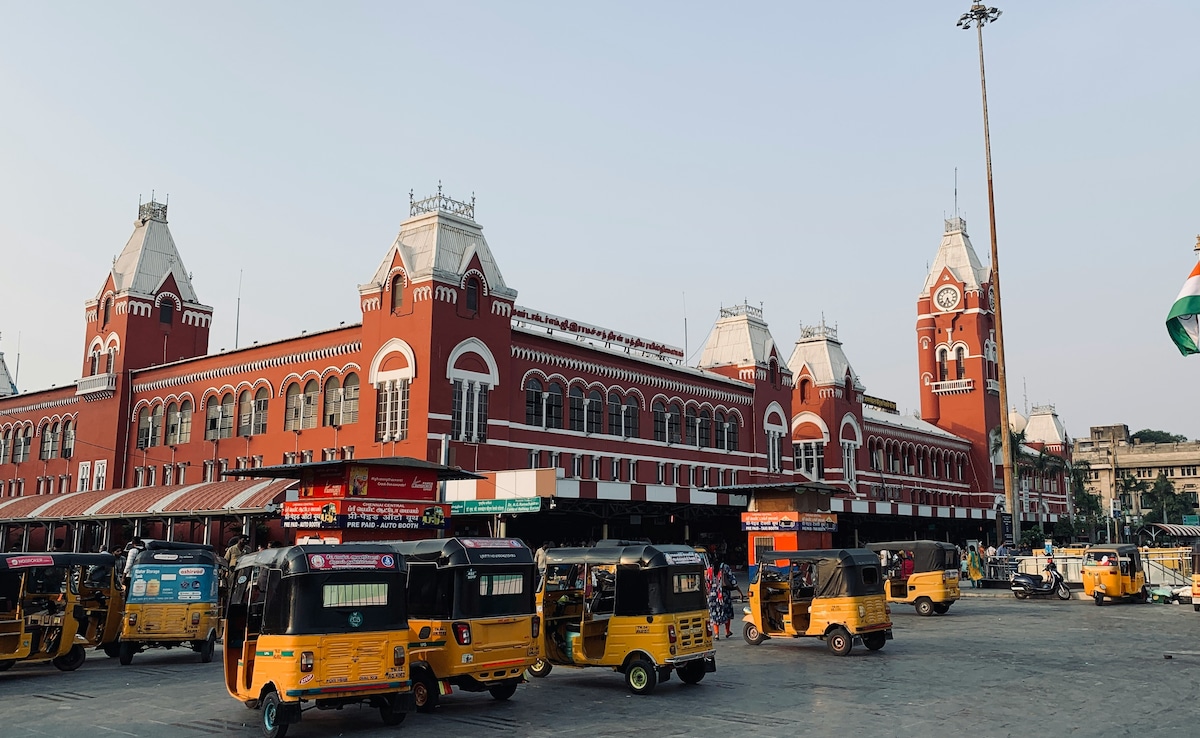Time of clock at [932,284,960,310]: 5:33
